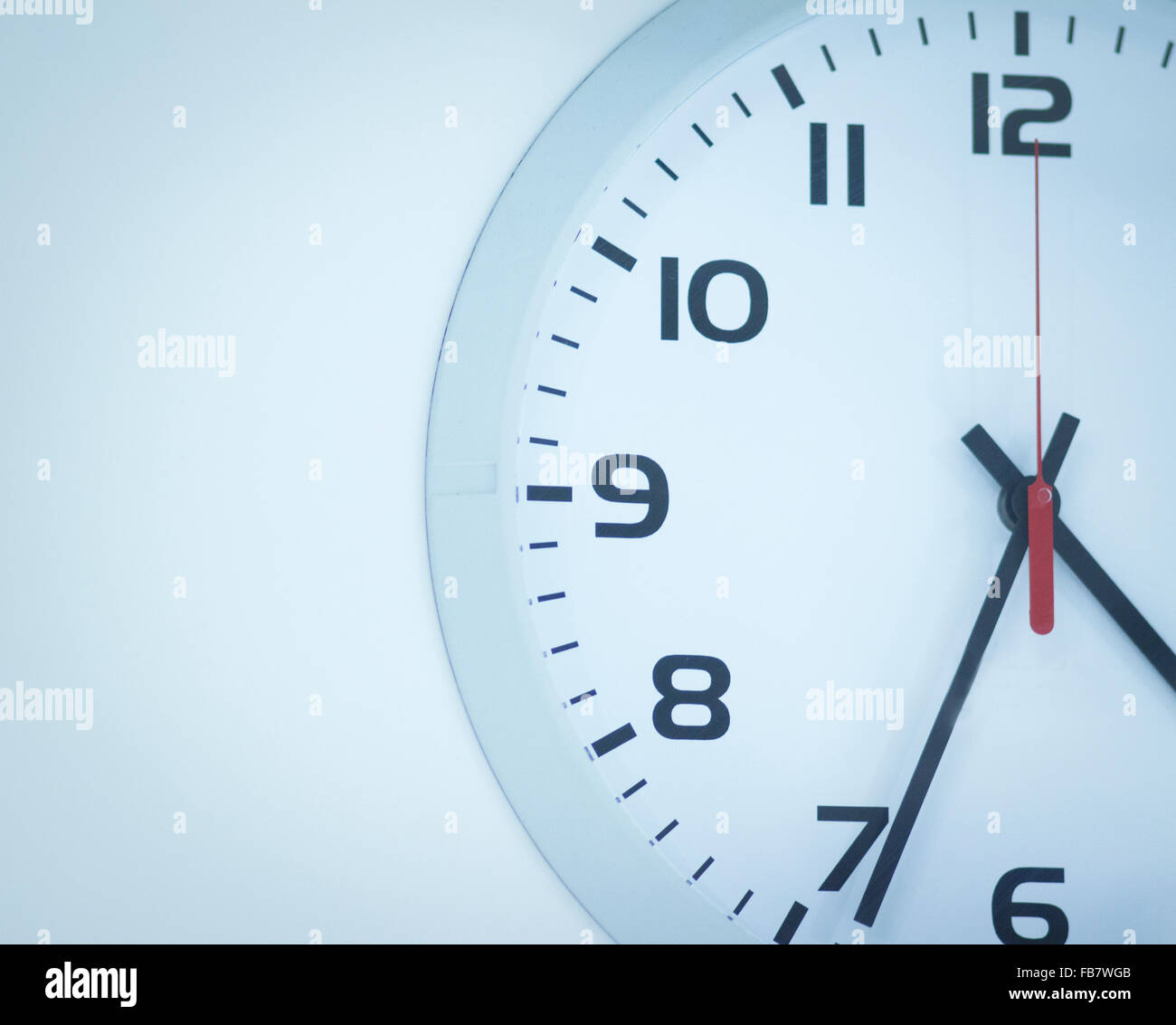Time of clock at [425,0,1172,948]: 4:34
